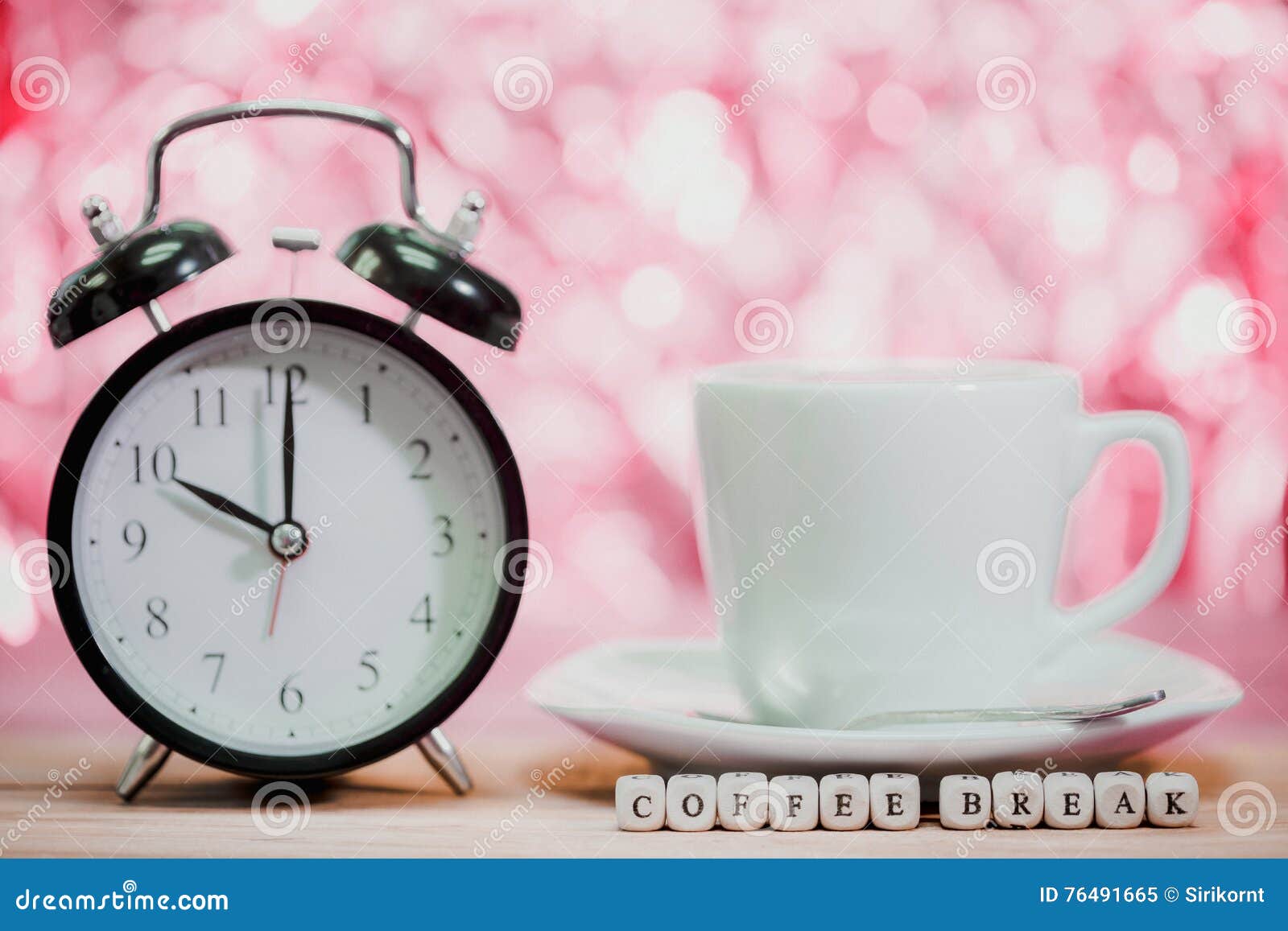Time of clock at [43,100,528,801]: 10:00
